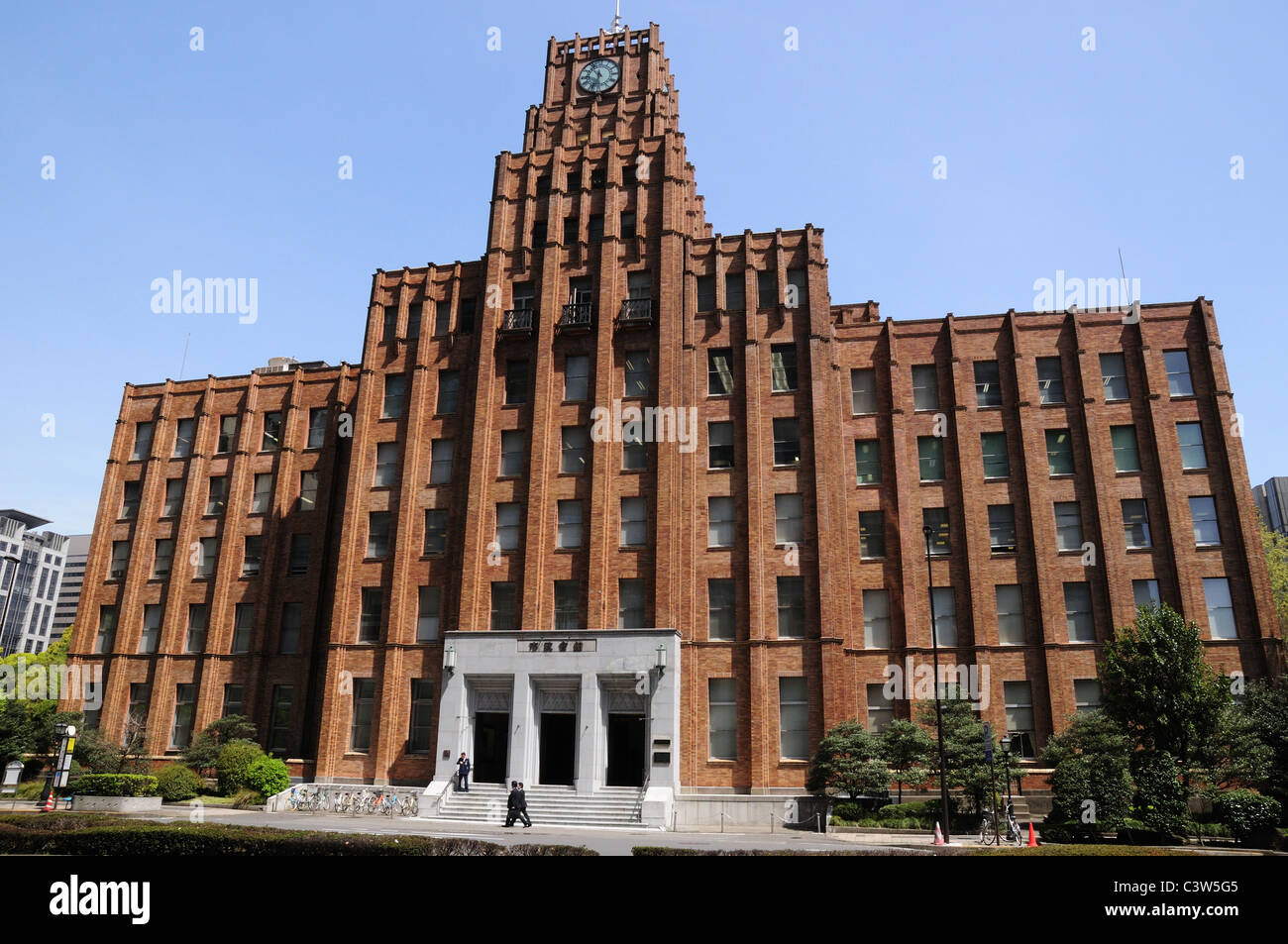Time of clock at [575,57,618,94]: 10:32
